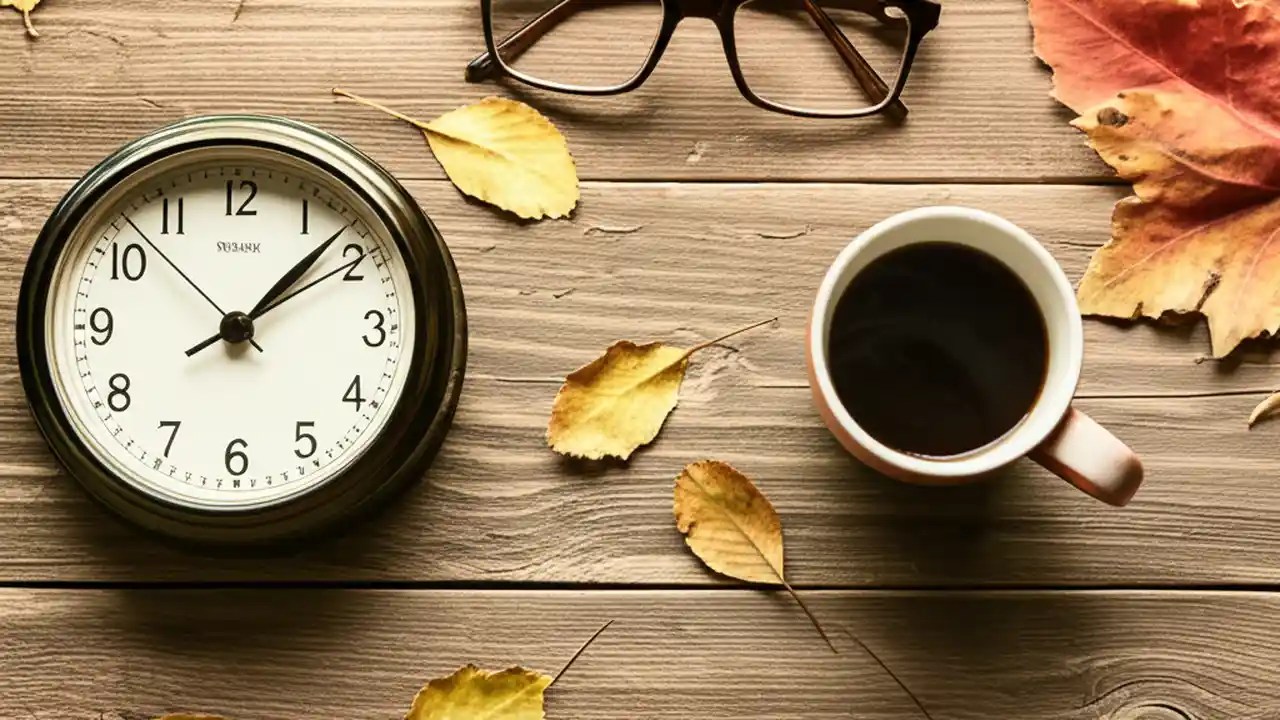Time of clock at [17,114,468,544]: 1:07
